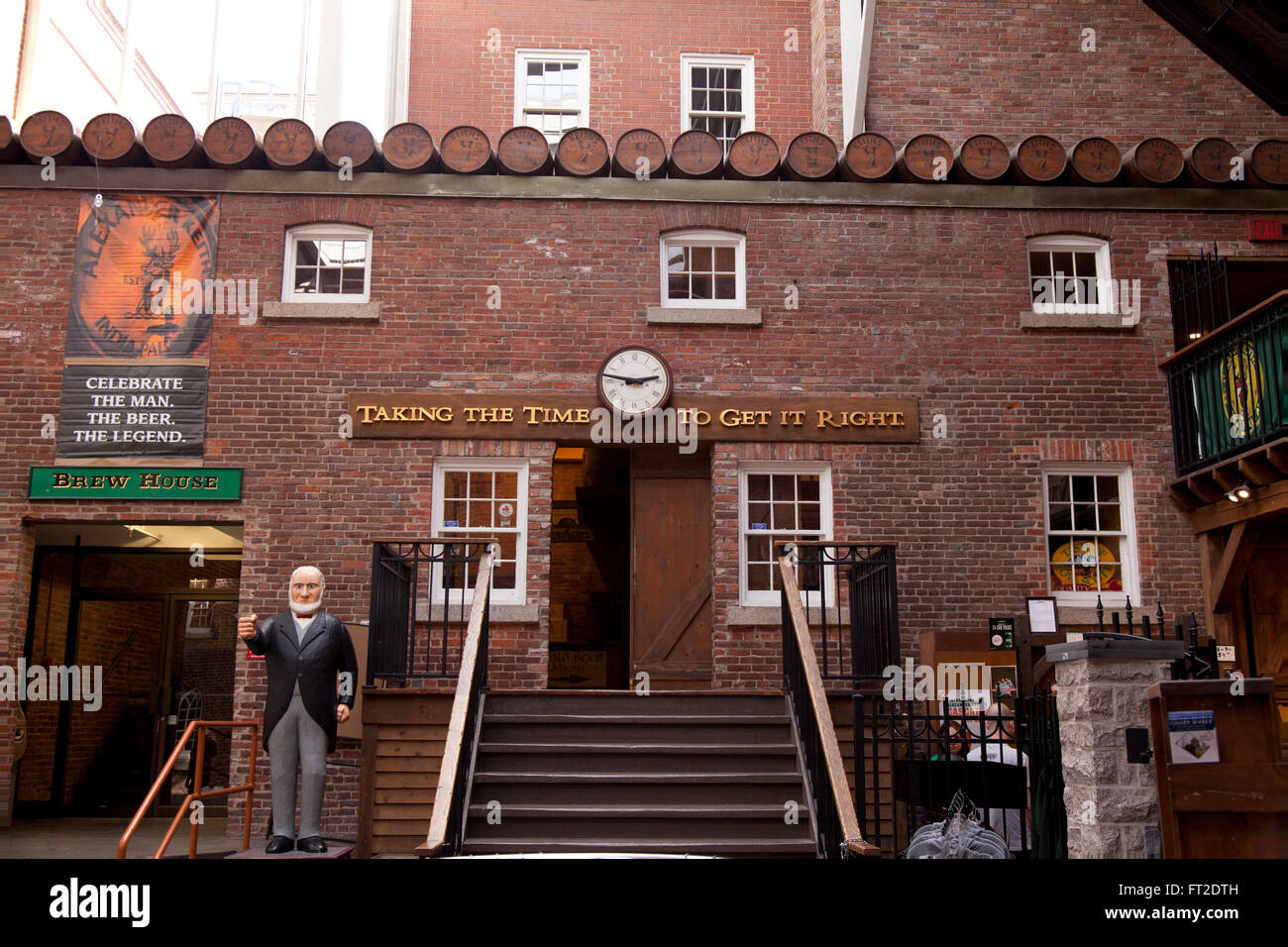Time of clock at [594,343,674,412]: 2:46
